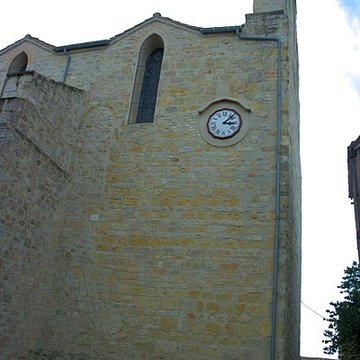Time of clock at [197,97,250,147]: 3:07
